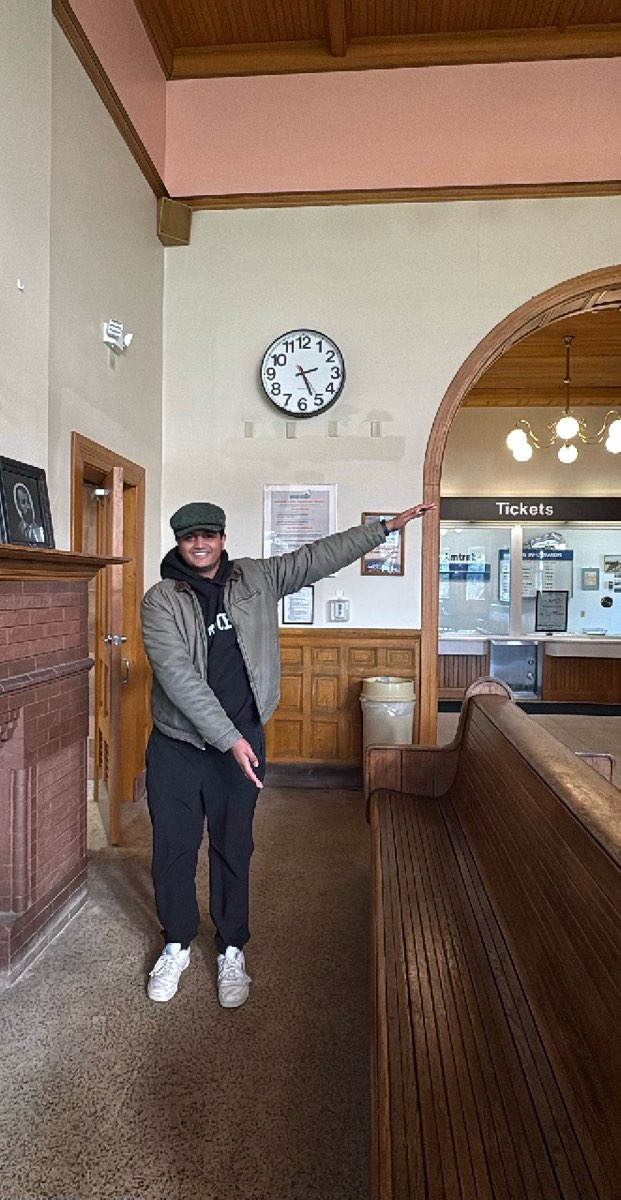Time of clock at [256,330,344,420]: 2:26
